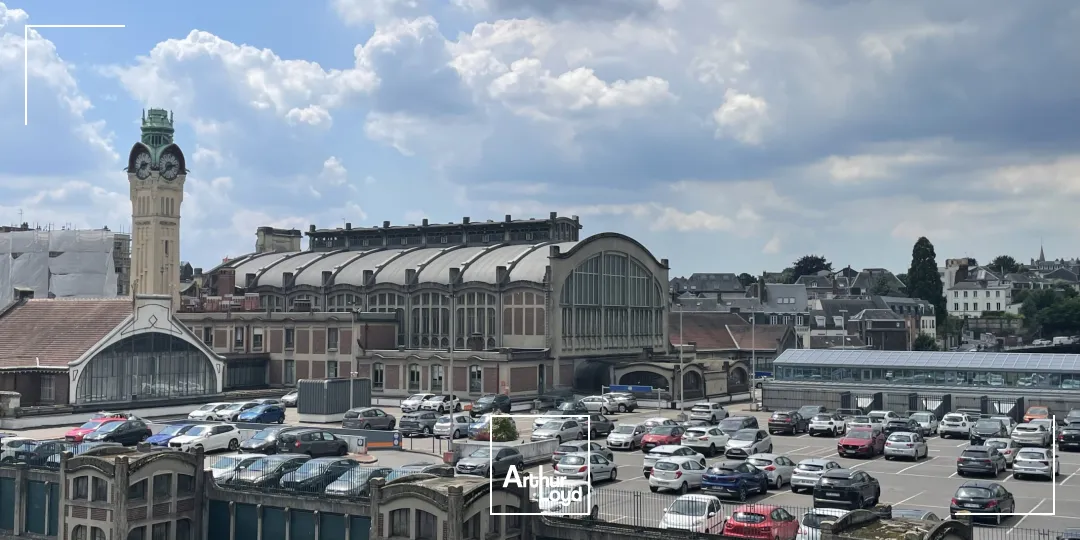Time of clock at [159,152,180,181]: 2:38
